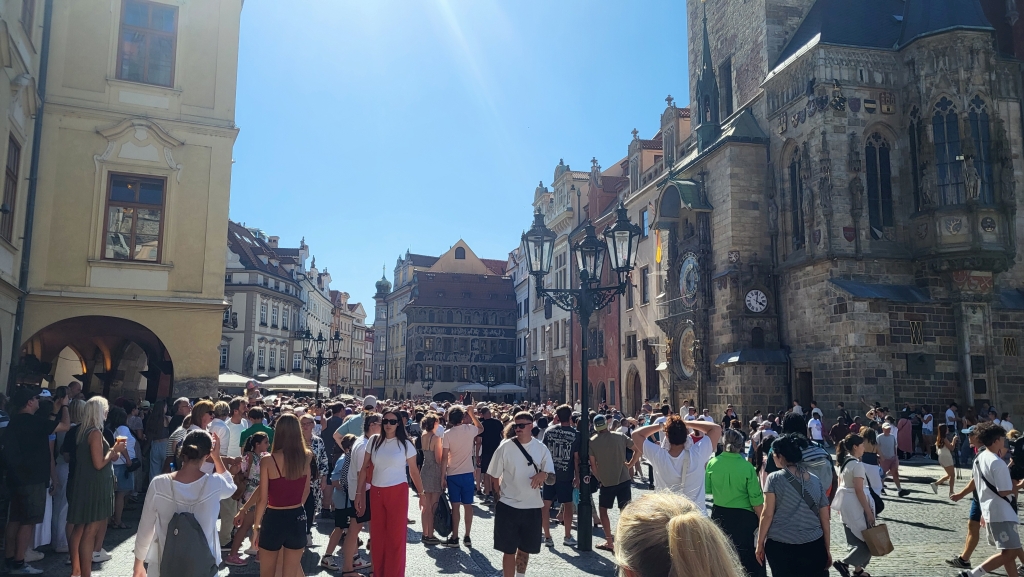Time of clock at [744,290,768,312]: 4:02
